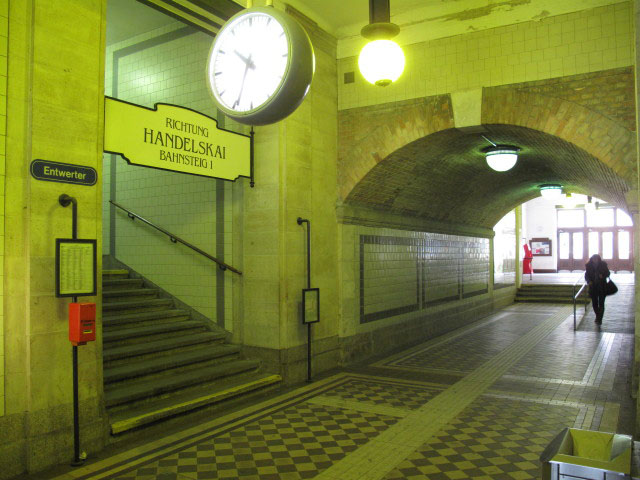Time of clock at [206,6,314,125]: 10:34
